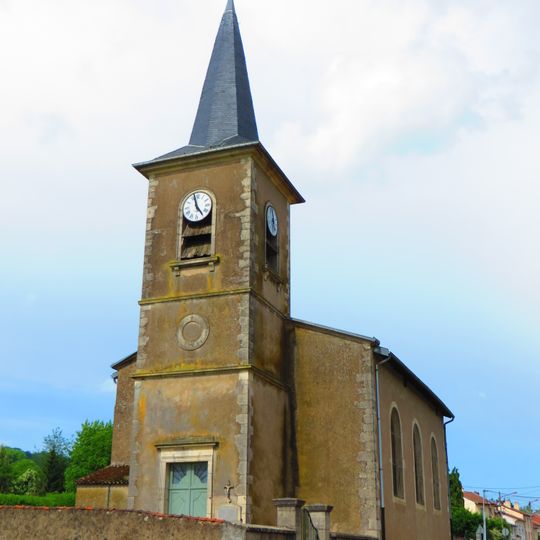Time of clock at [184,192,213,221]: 4:57
